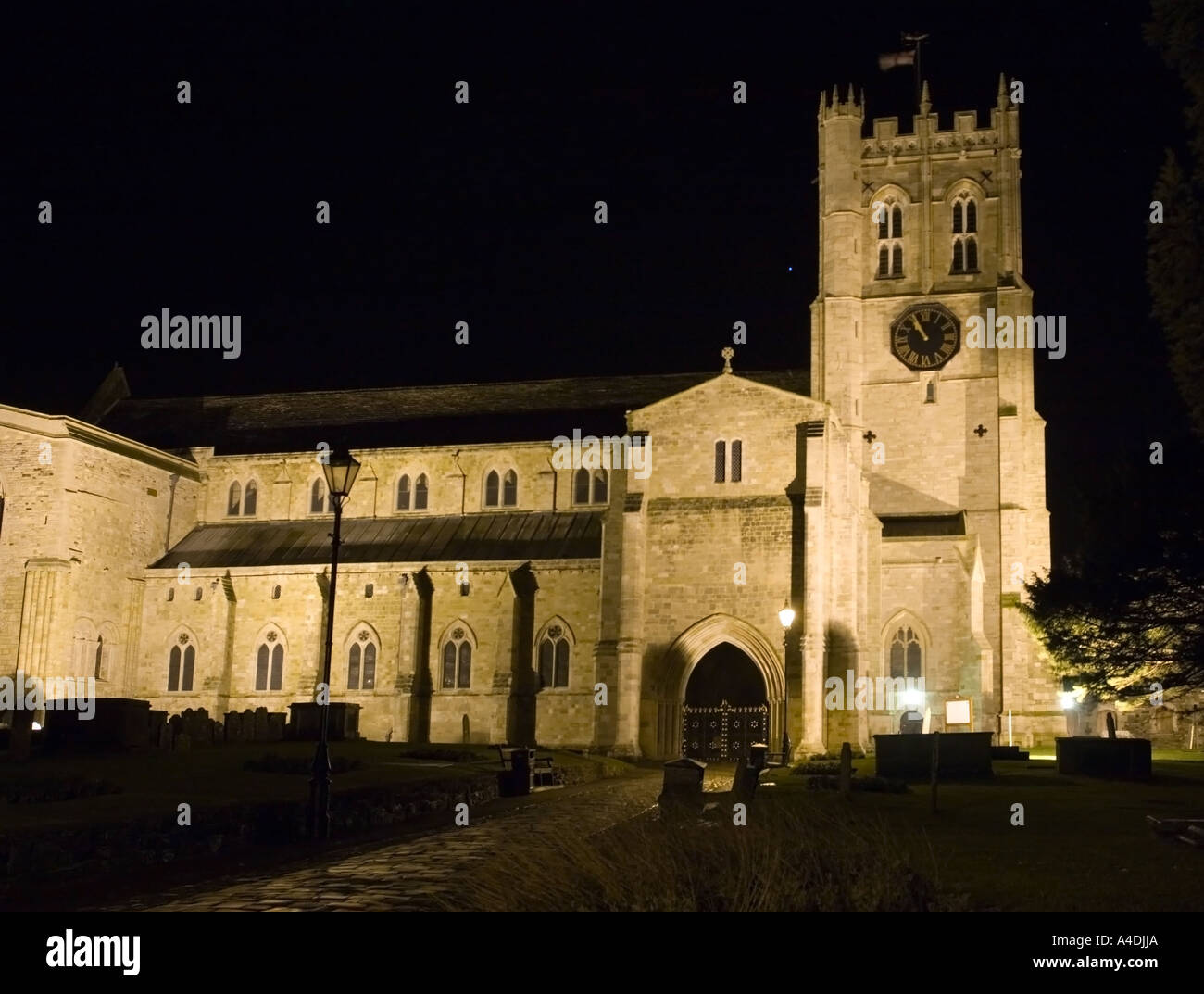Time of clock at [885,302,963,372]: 10:55
